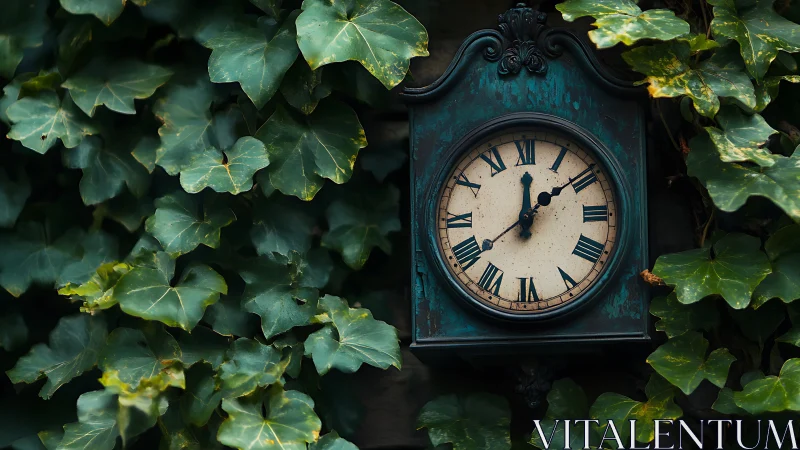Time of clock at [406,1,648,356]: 12:08
